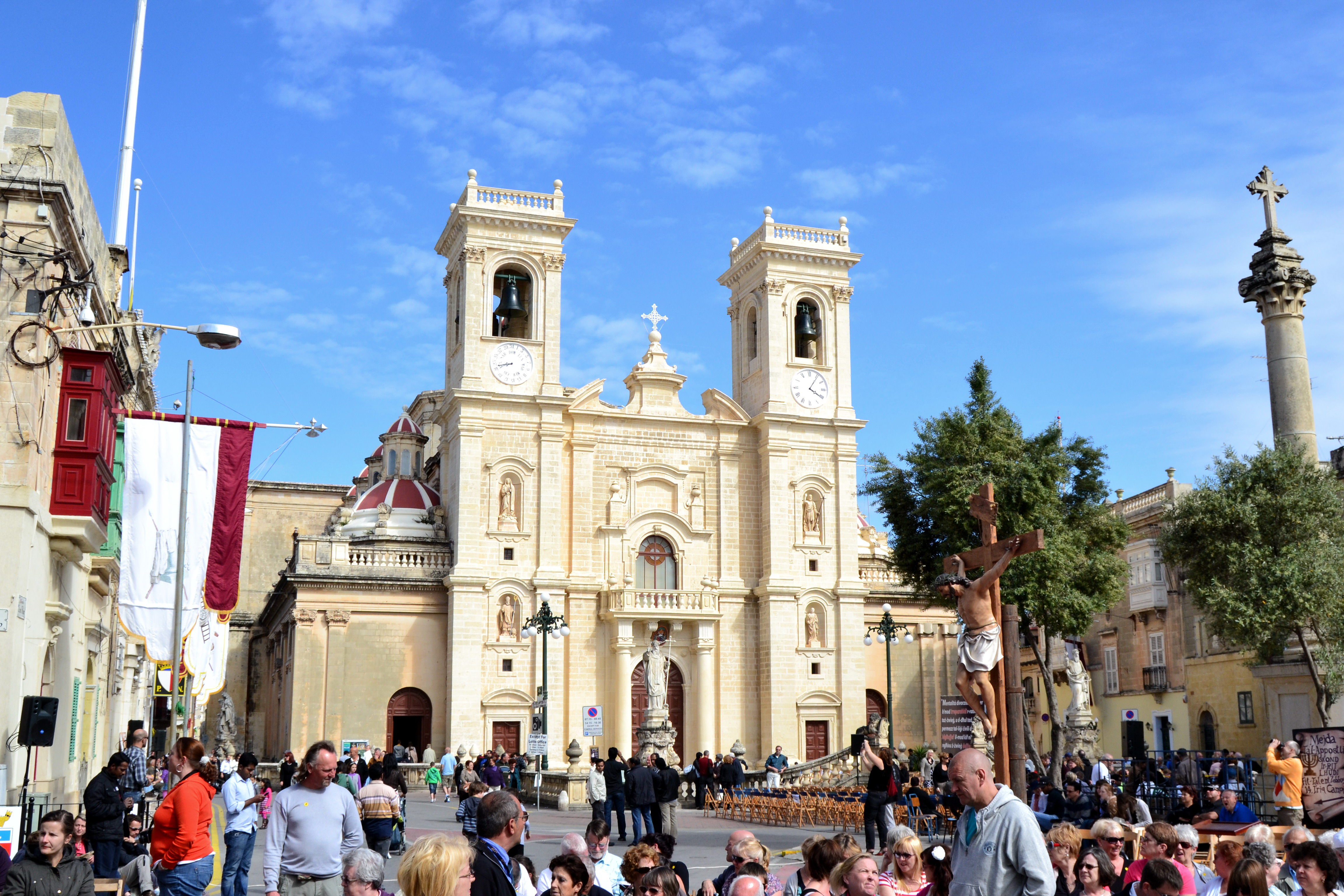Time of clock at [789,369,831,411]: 4:05
